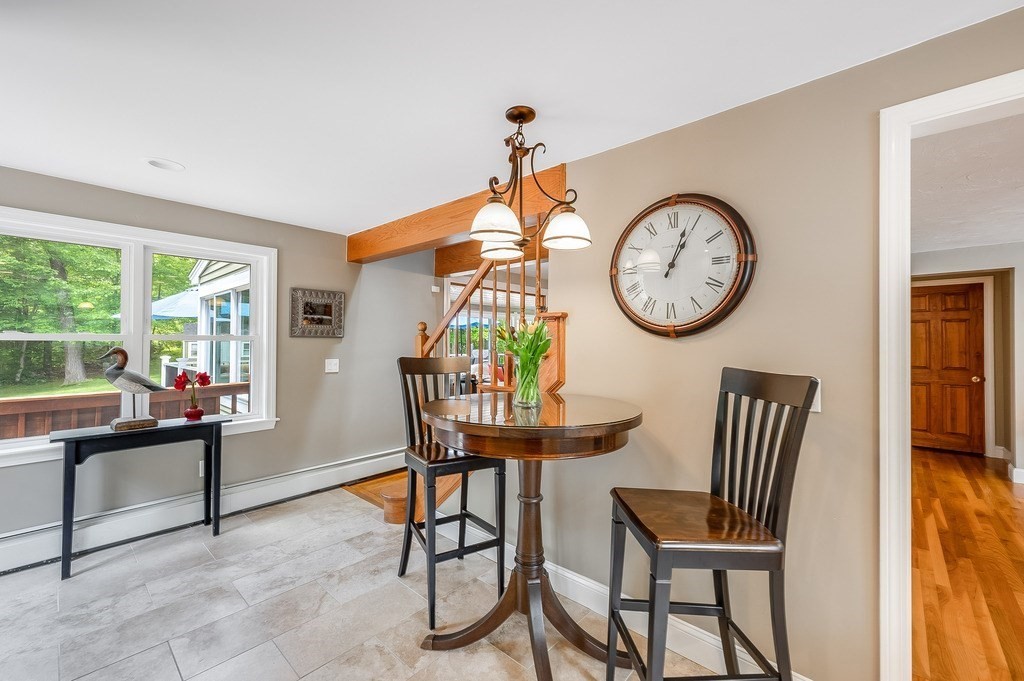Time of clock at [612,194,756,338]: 1:03
